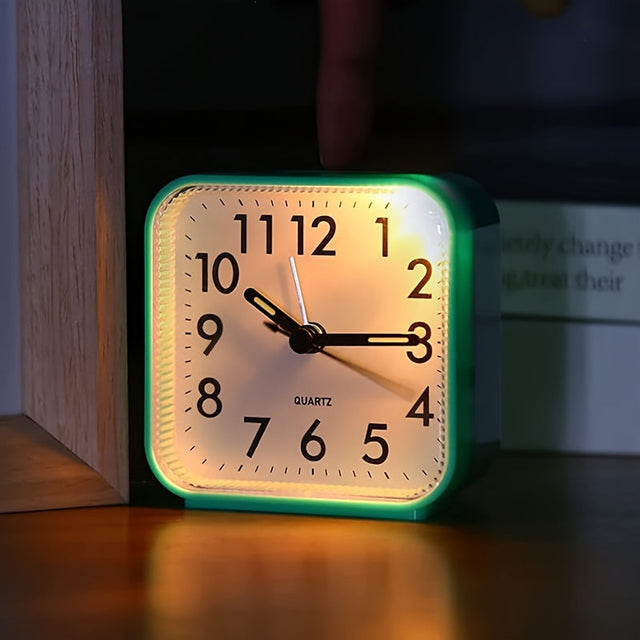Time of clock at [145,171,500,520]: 10:14
